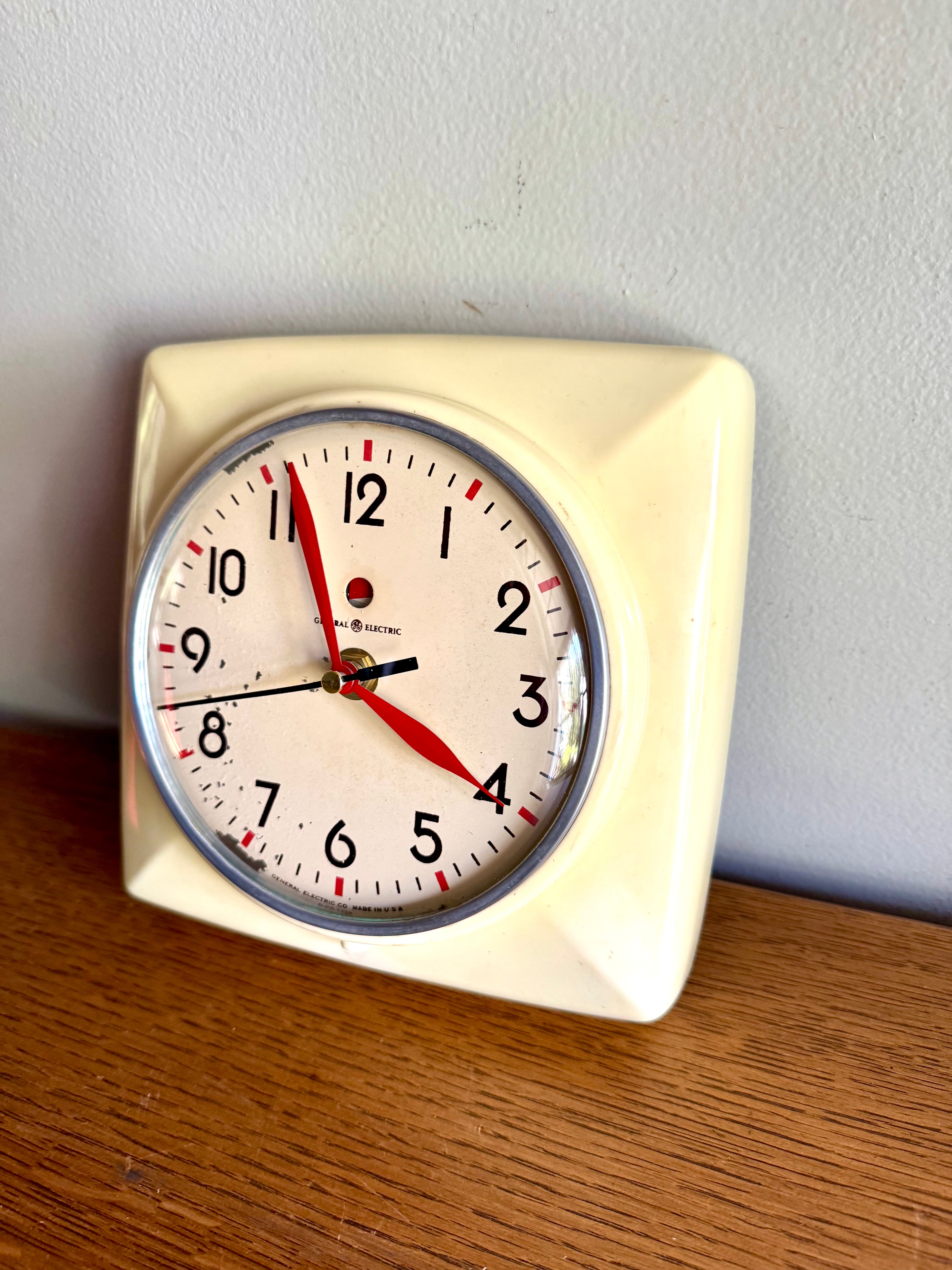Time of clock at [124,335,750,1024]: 3:56
